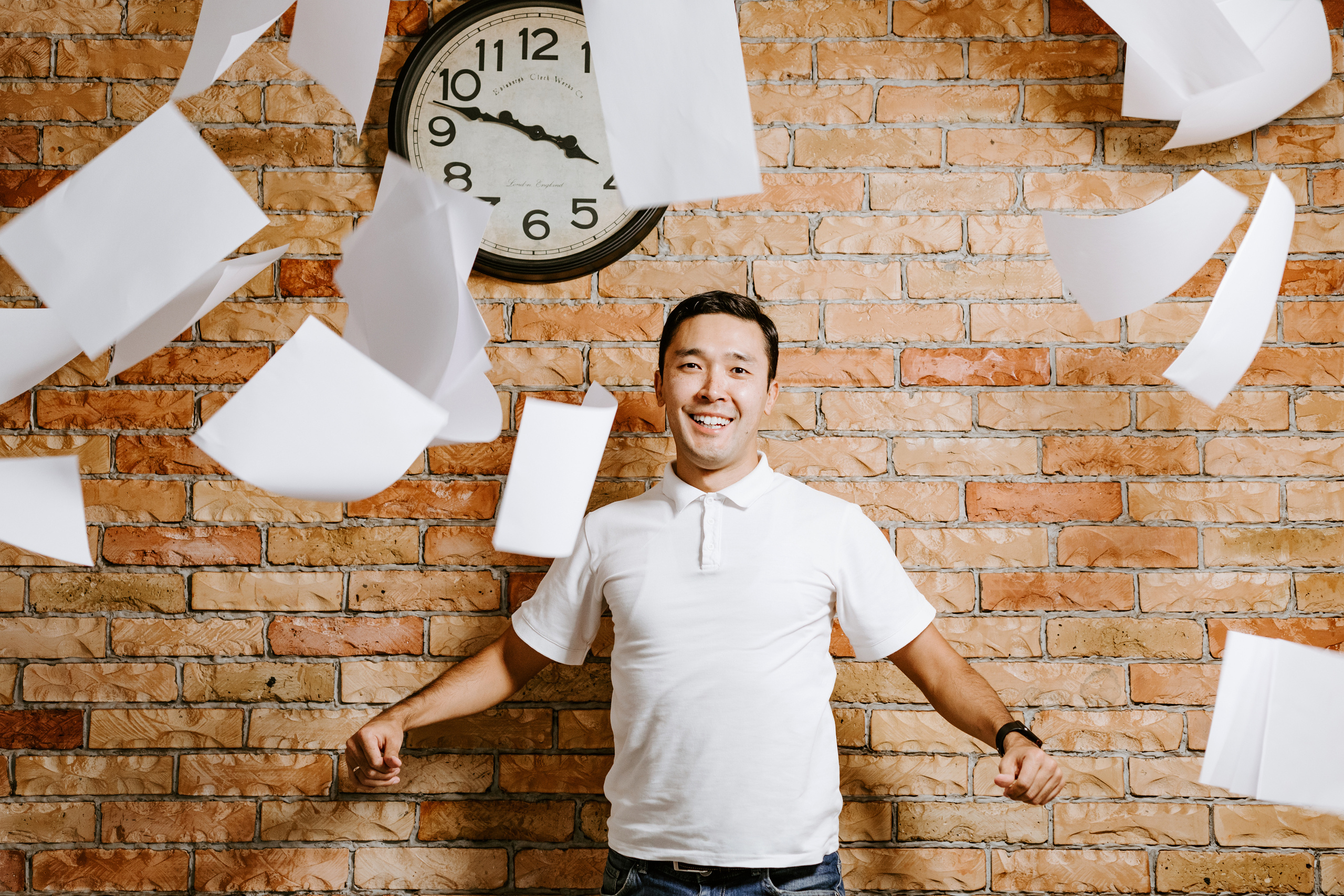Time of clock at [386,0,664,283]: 3:47
